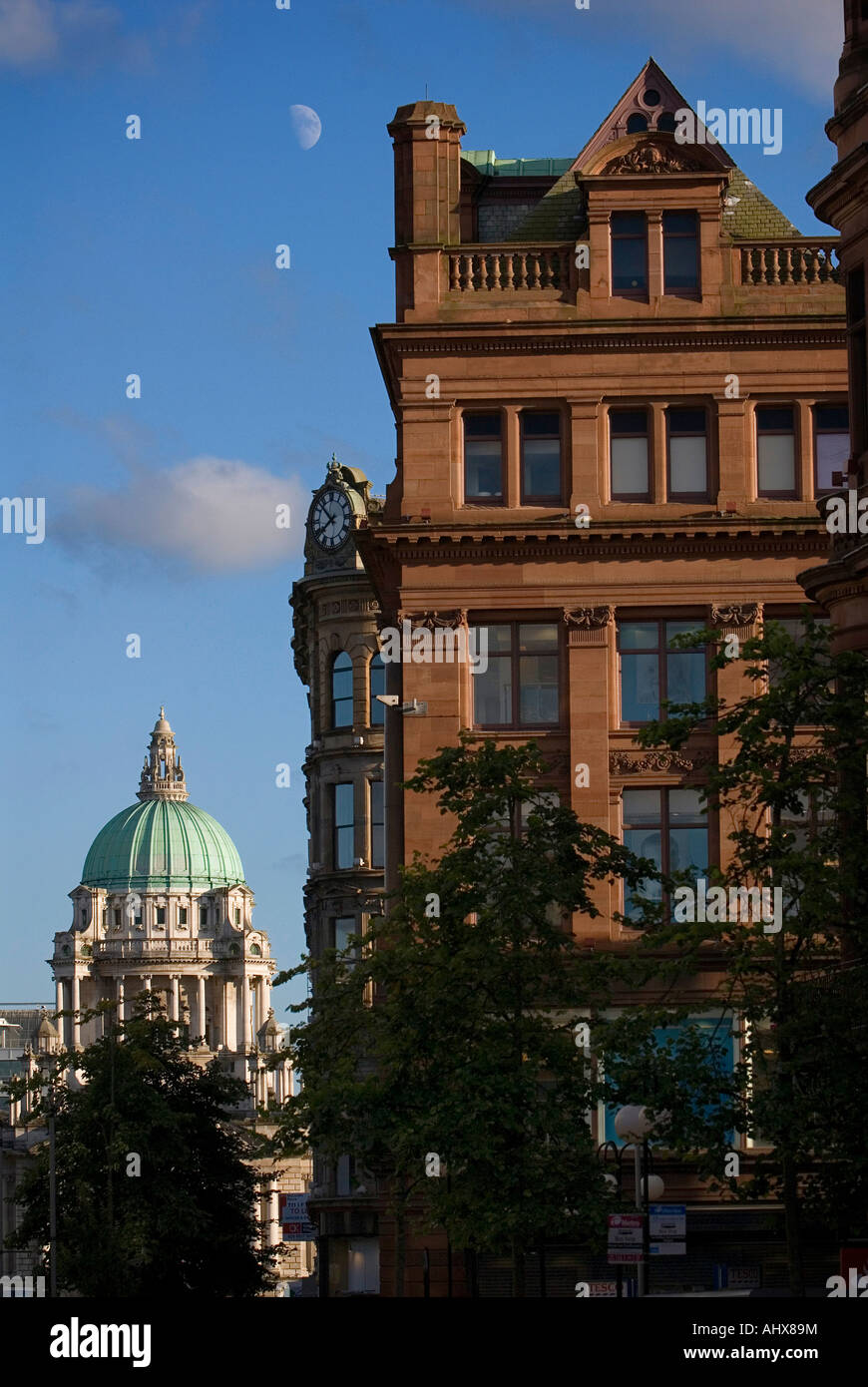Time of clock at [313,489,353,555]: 7:52
